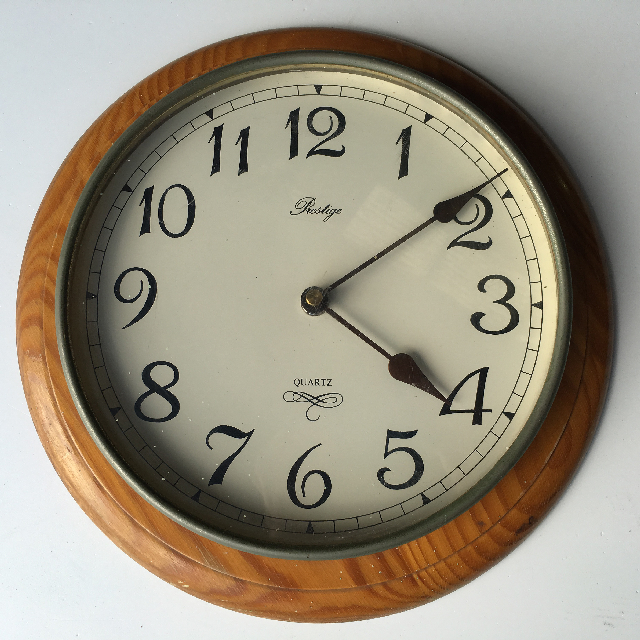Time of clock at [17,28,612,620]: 4:09
